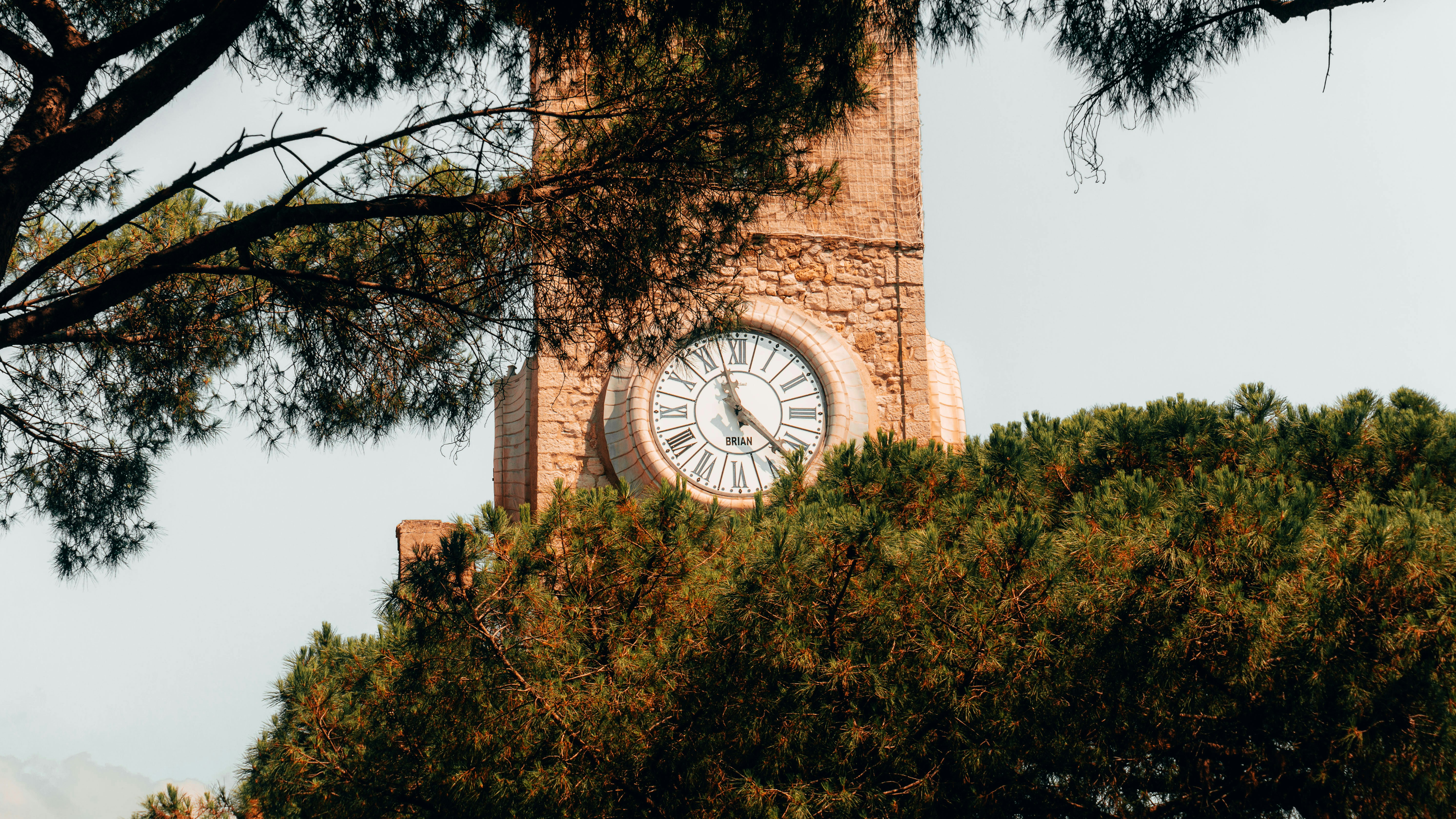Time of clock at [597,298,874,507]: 11:21
